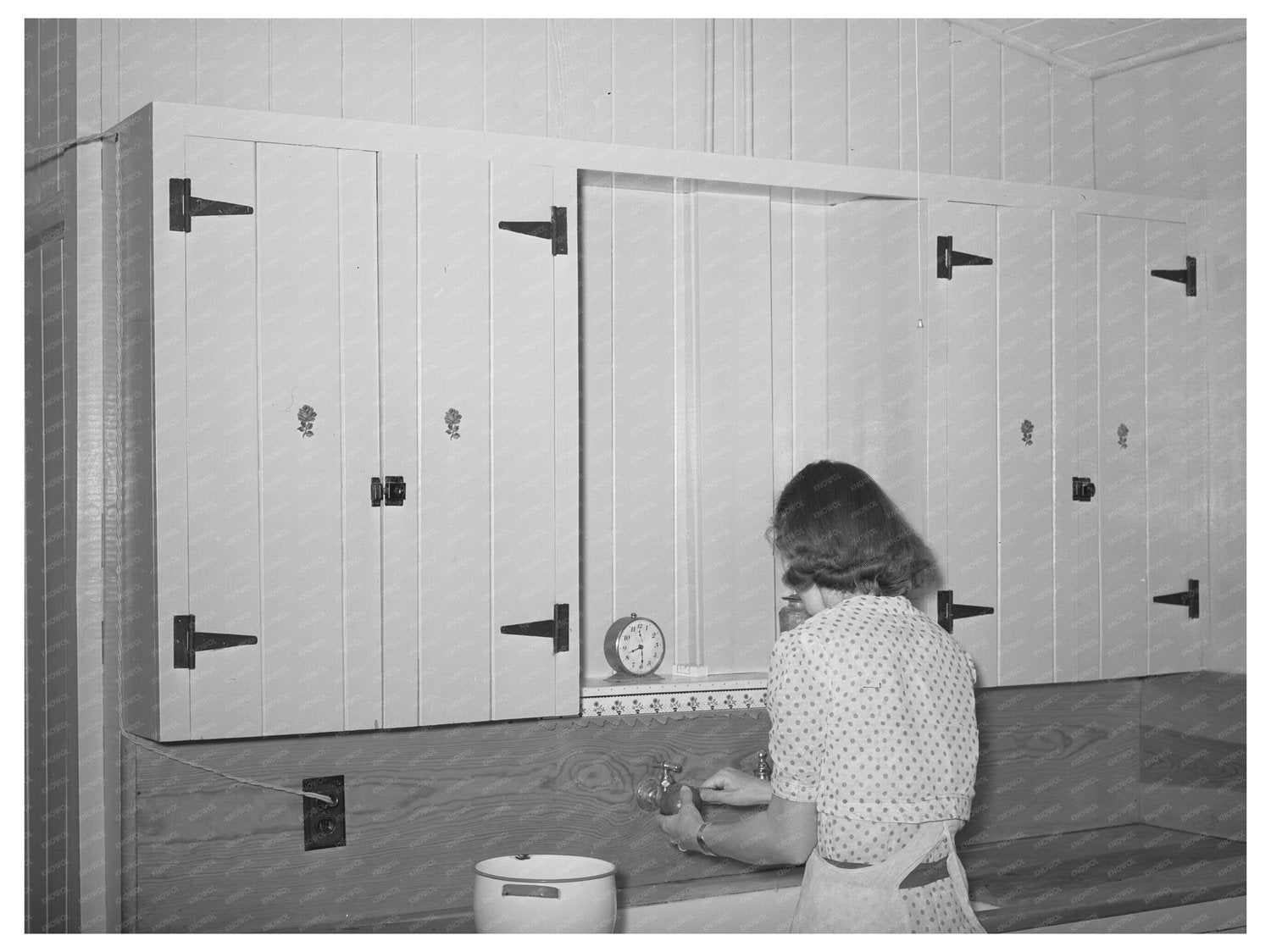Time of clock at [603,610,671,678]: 8:29
